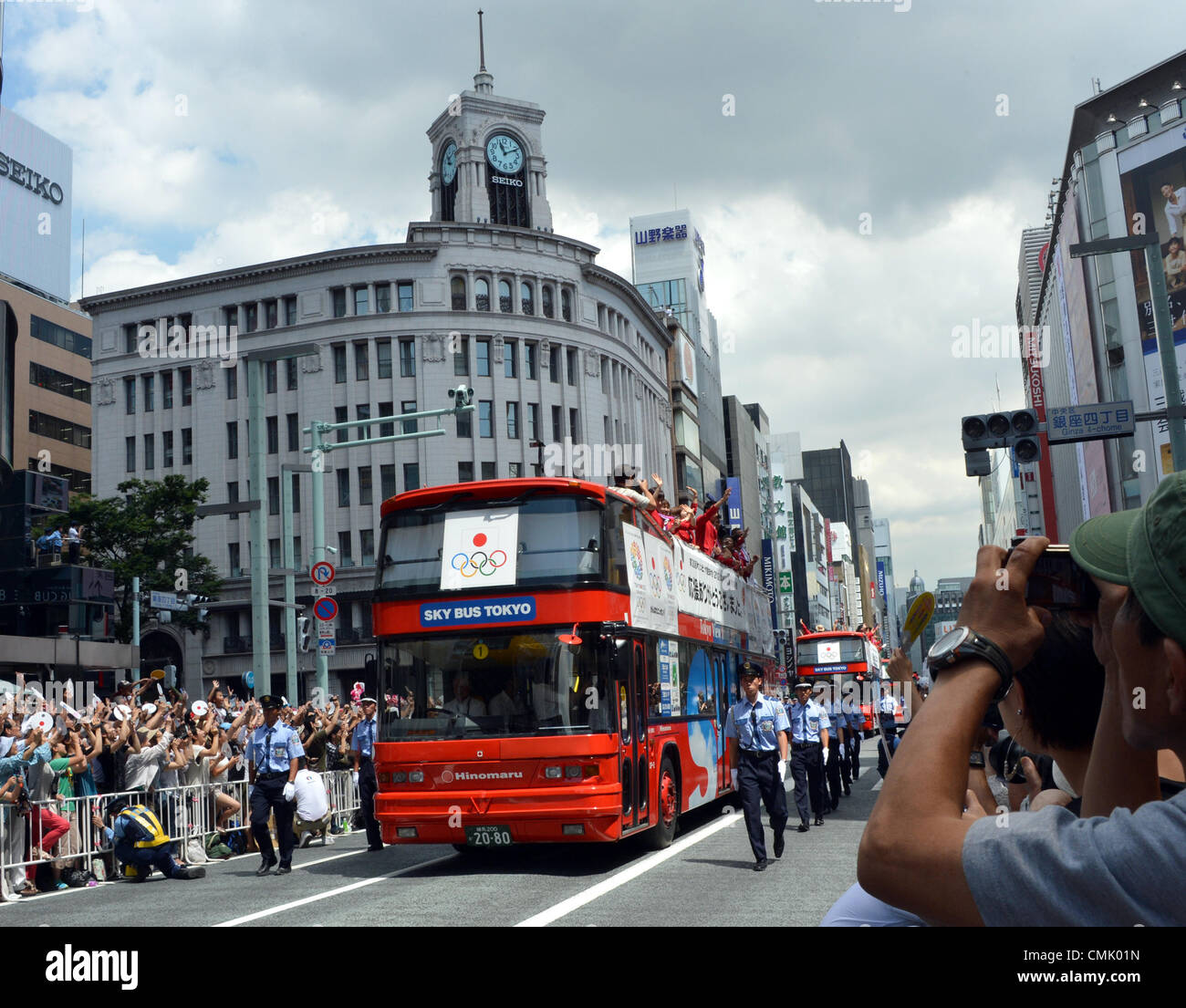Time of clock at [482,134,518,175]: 11:10
